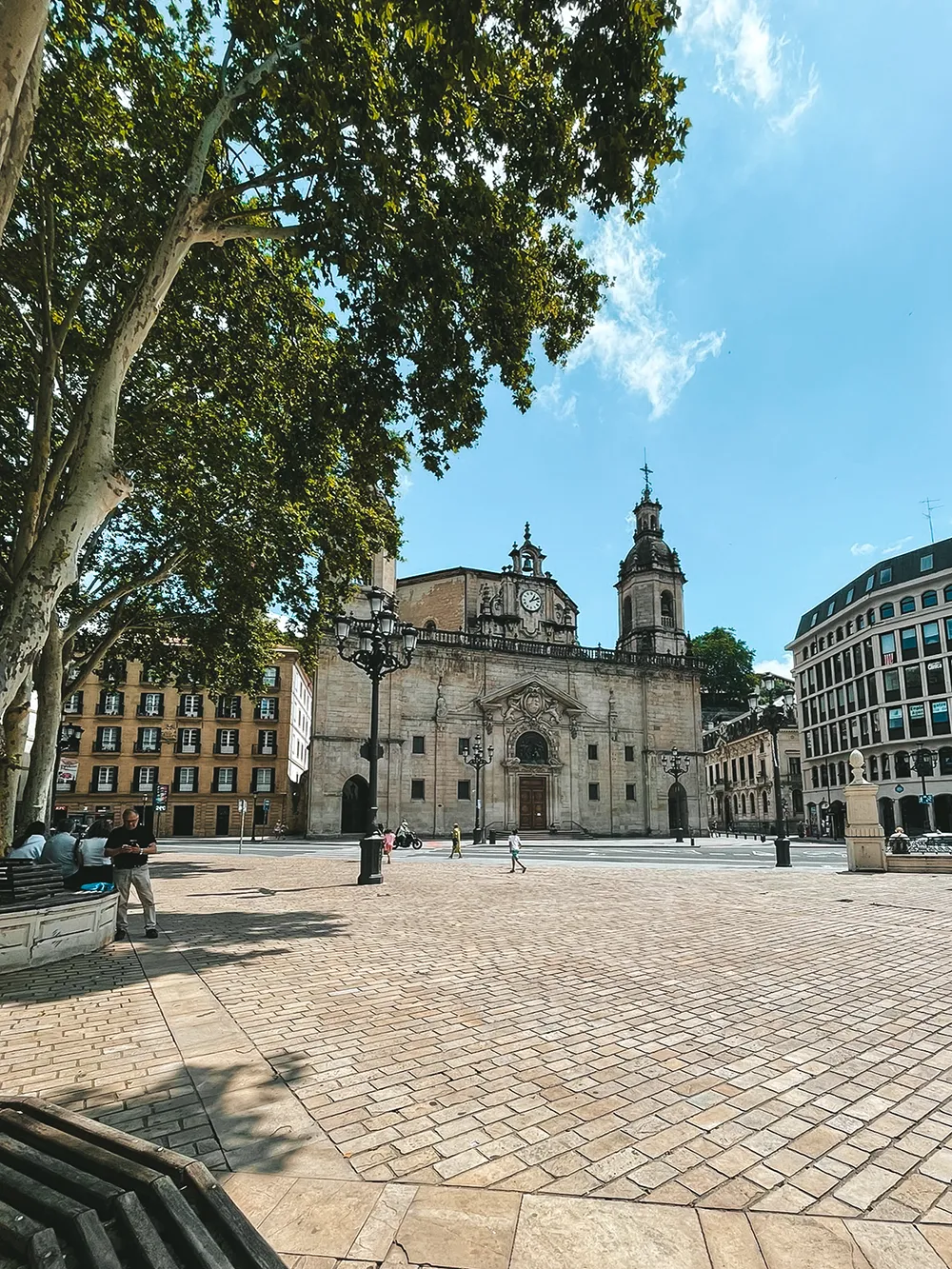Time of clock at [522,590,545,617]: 1:11
